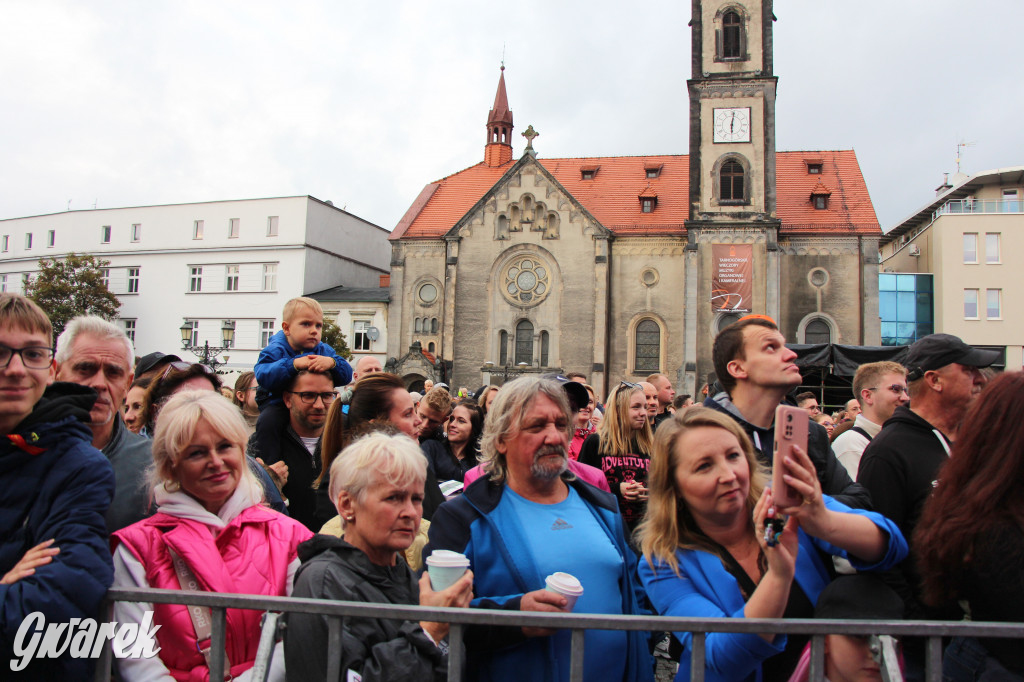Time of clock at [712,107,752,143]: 6:01
